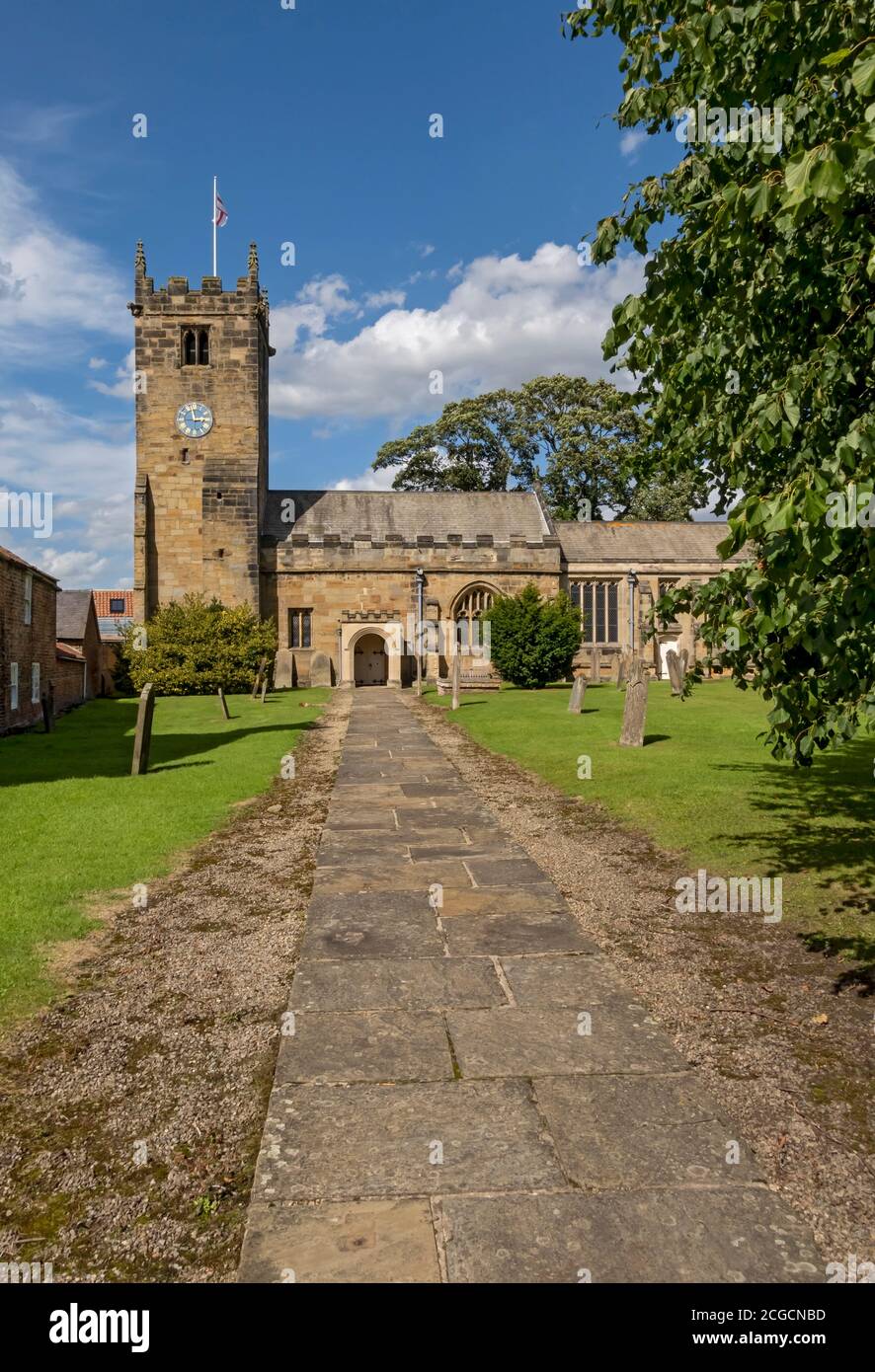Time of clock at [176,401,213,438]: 2:58
